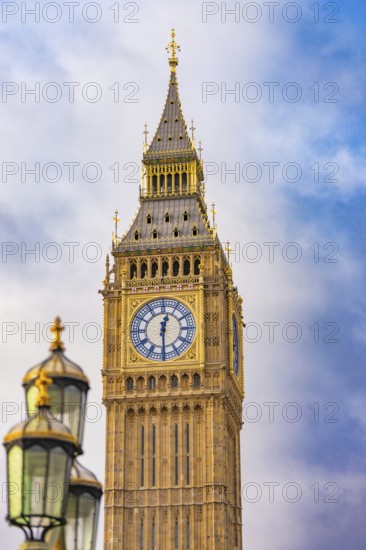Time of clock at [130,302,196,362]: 12:29
